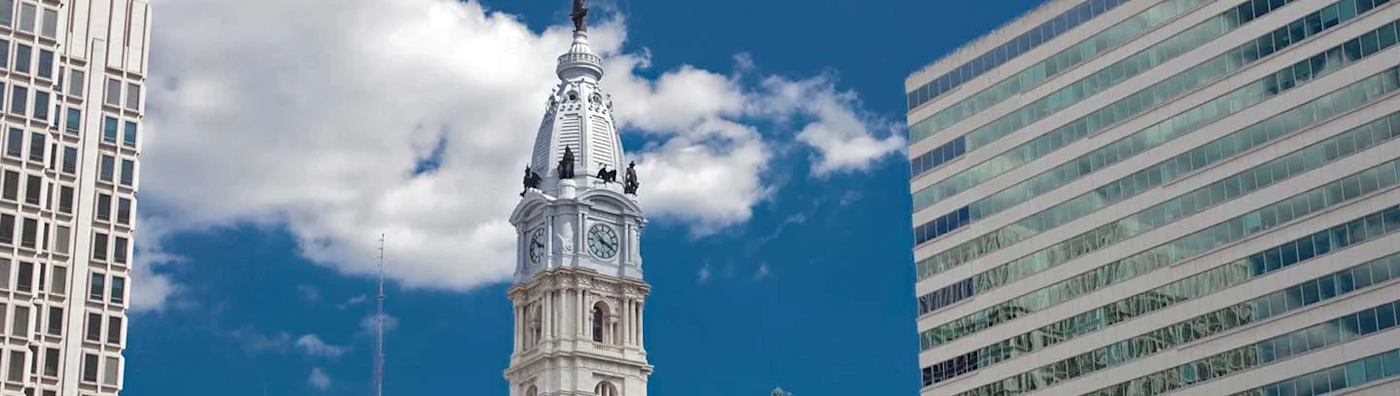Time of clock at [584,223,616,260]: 3:52
